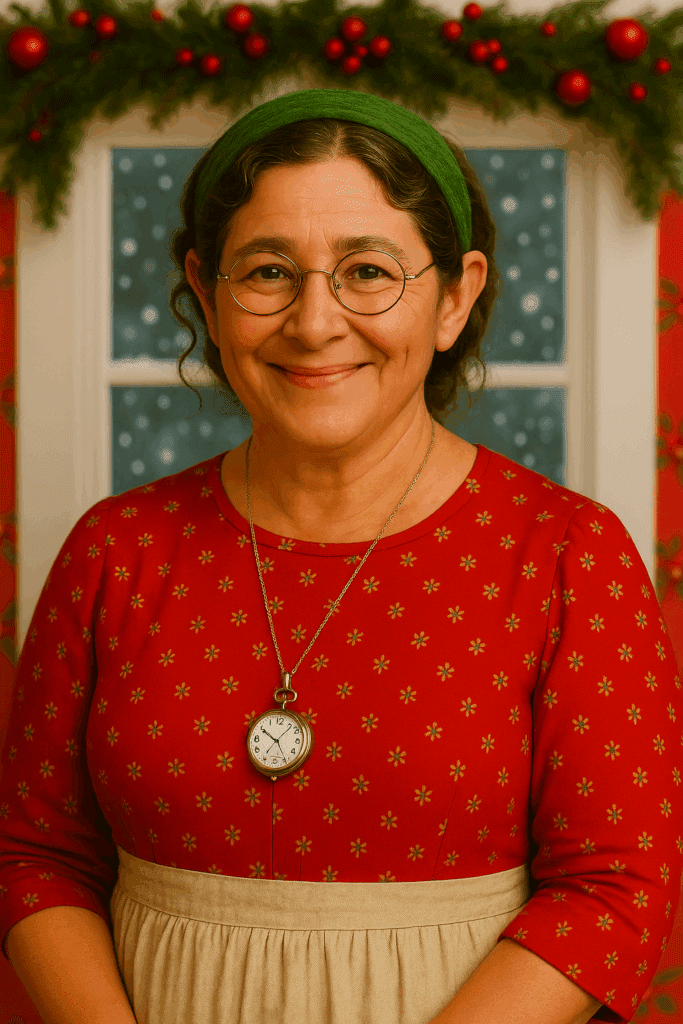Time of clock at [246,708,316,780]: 10:06
